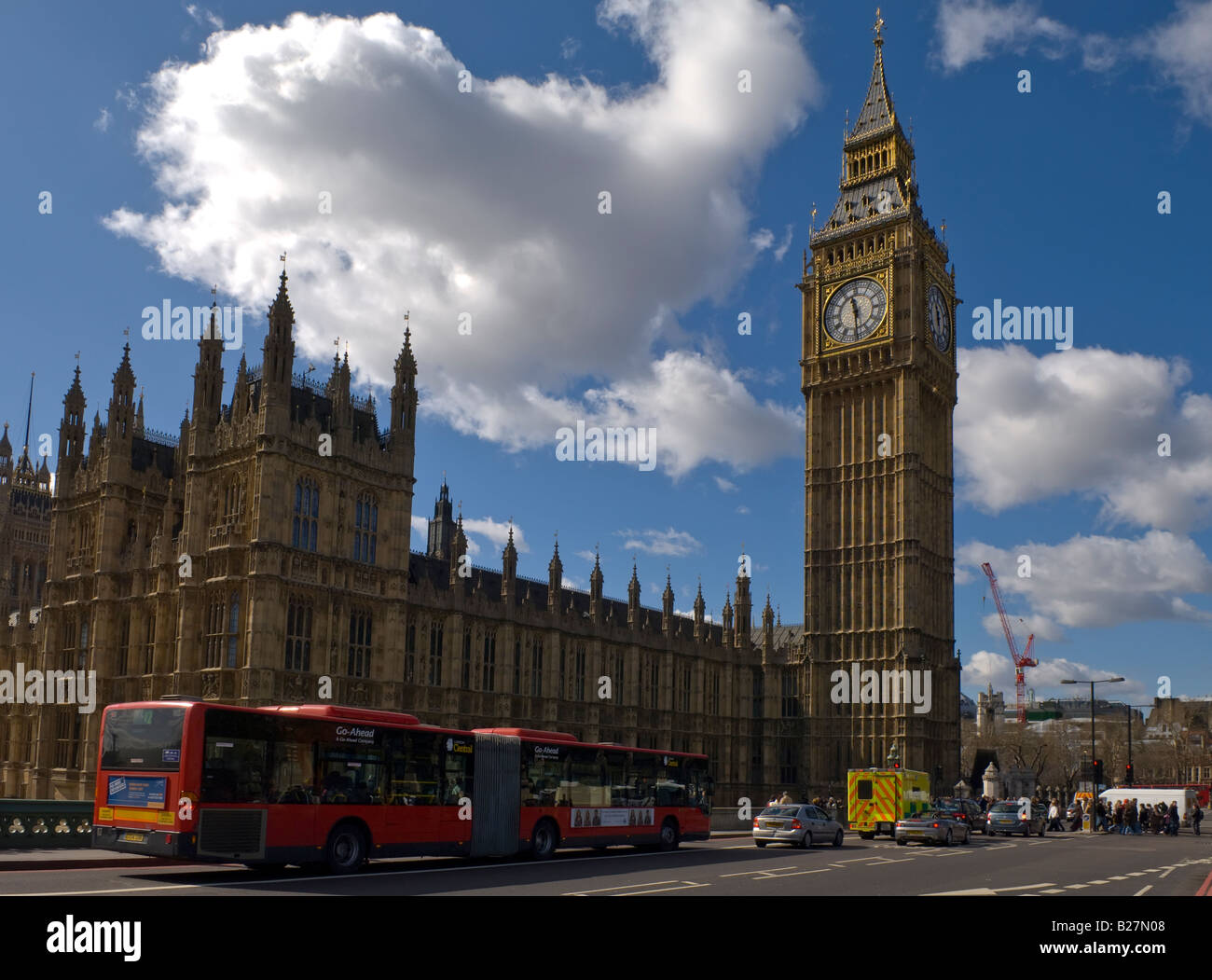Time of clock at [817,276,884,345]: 11:29
